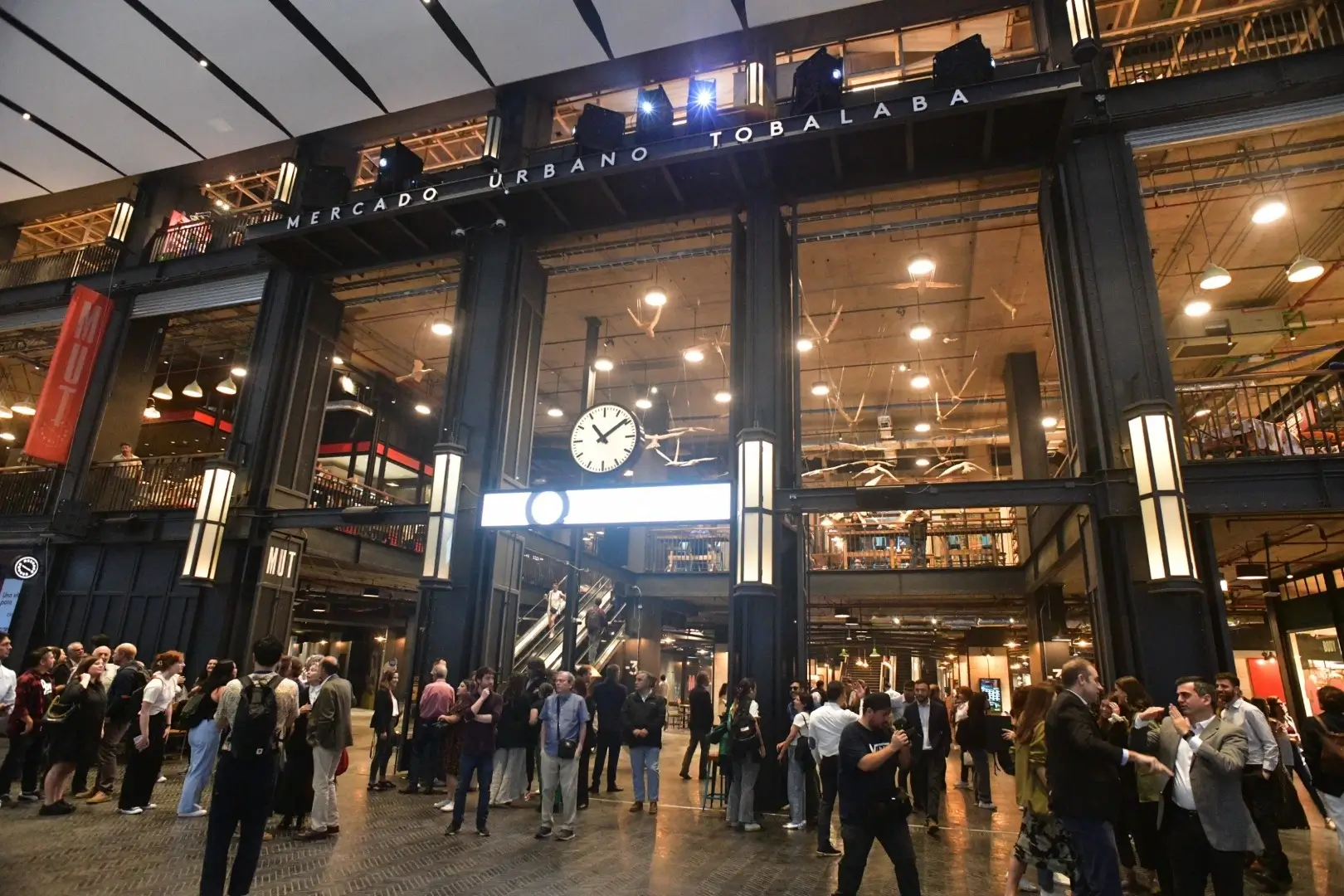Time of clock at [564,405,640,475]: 11:09
